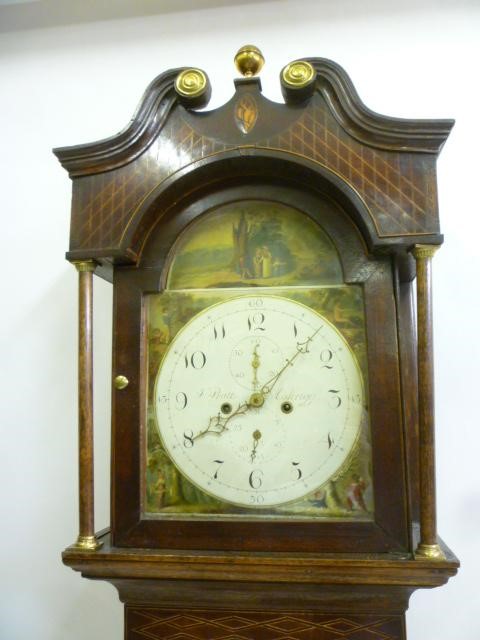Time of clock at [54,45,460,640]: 8:07
